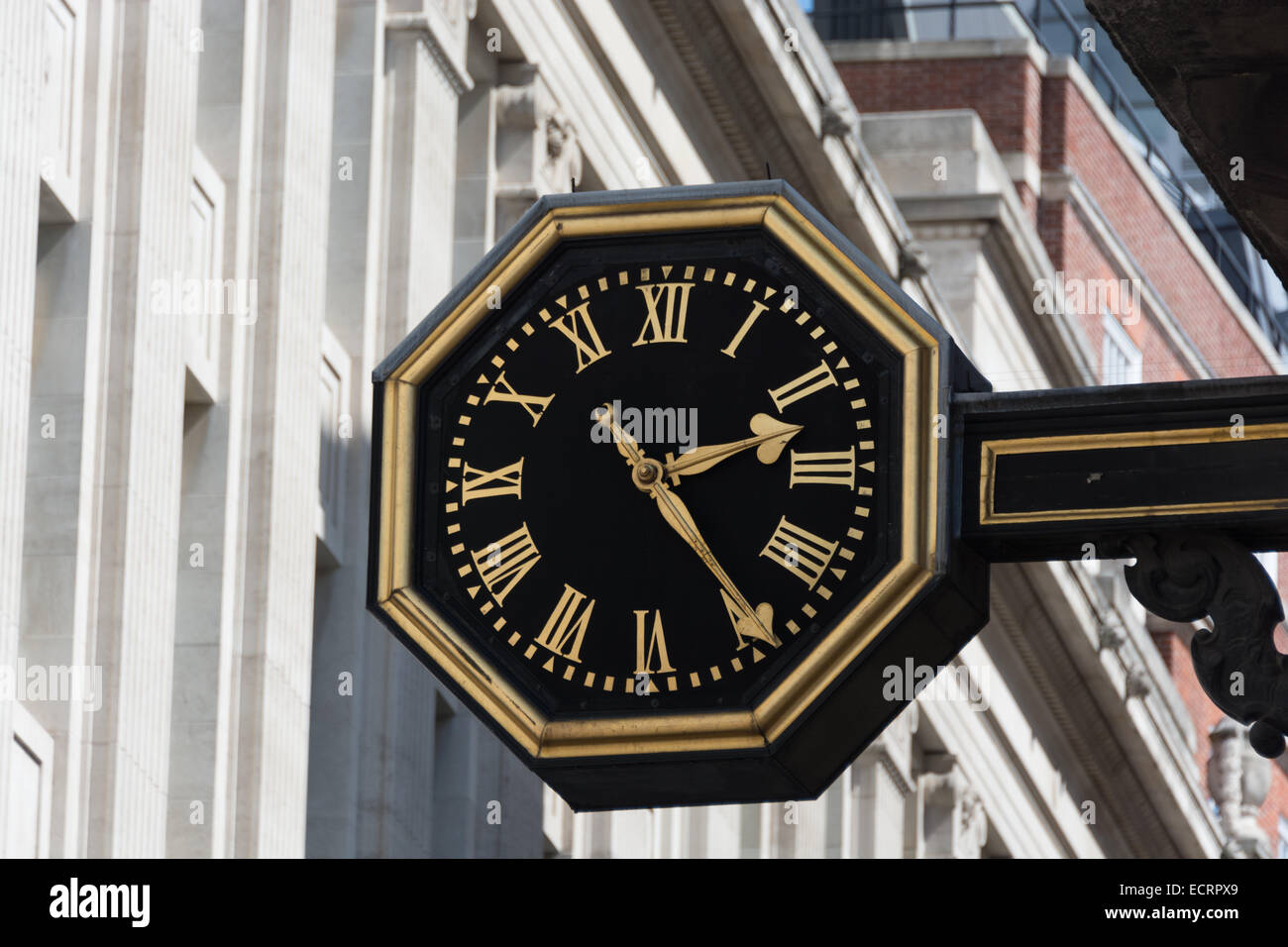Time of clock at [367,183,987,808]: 2:24
